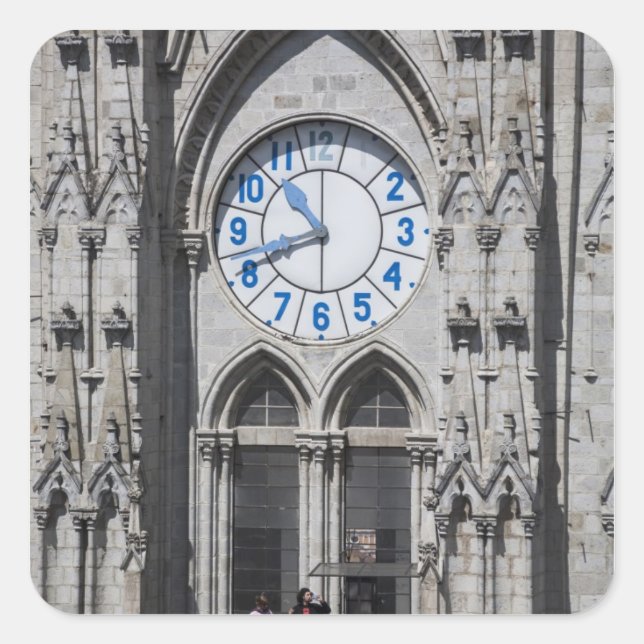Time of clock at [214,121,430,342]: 10:41
